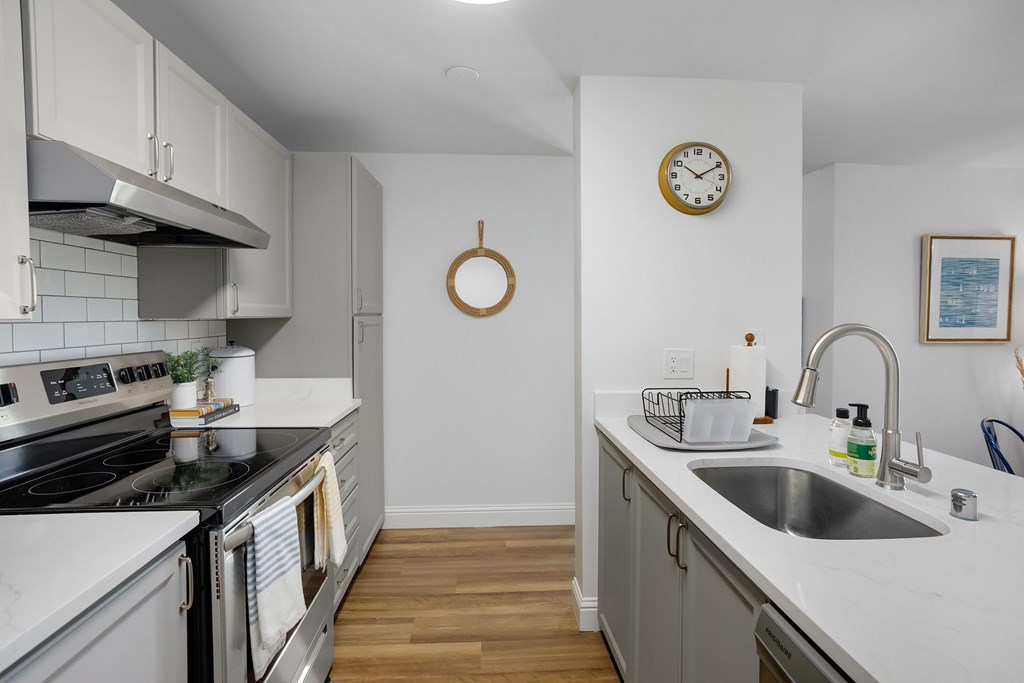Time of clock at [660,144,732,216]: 10:10
